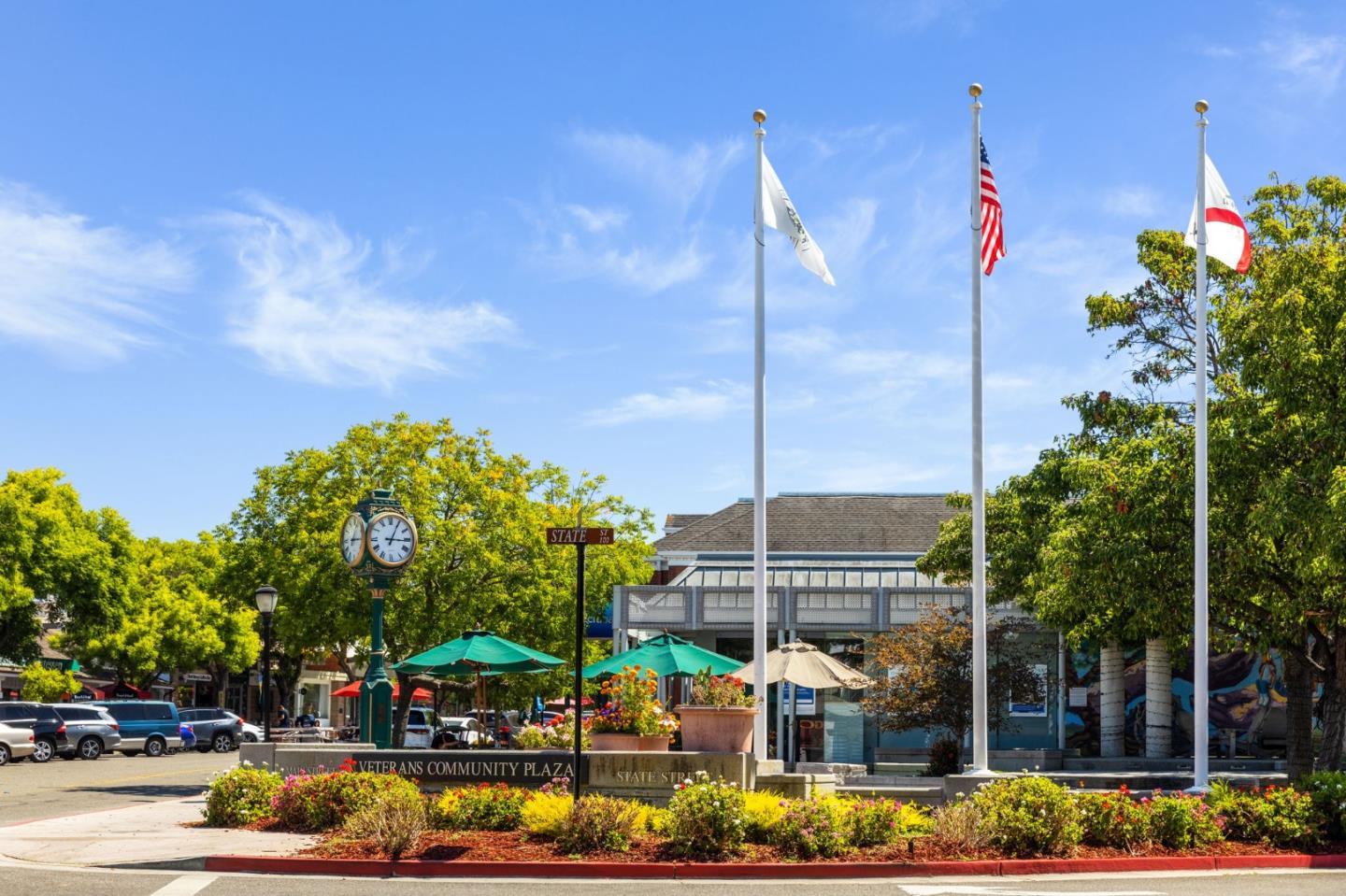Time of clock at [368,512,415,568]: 3:04
